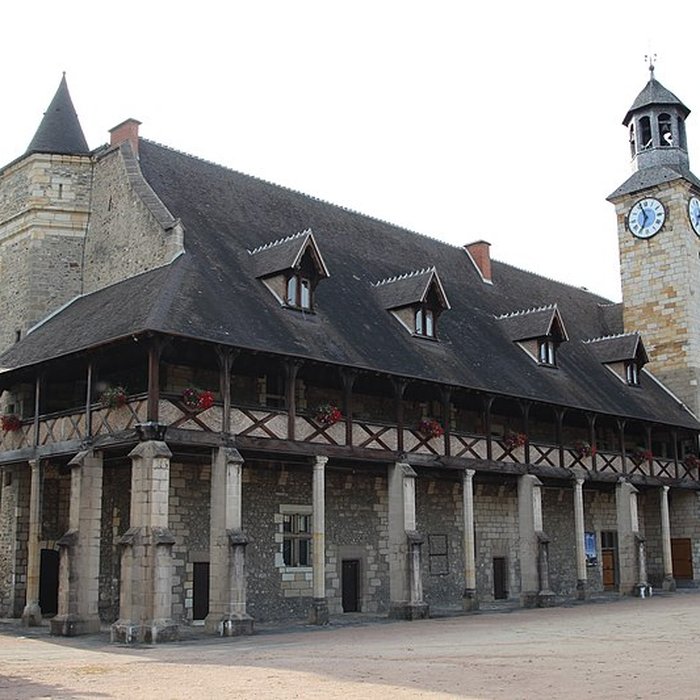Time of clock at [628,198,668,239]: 6:56
